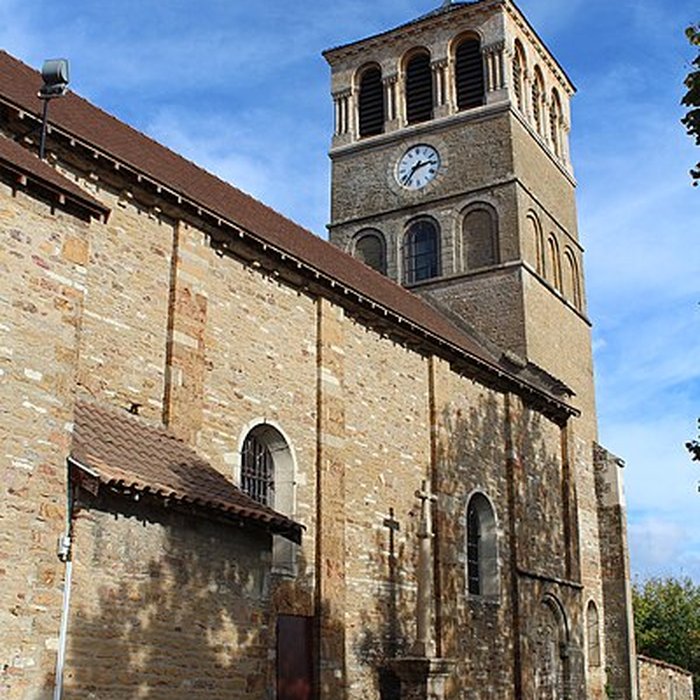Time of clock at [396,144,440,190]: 2:36
